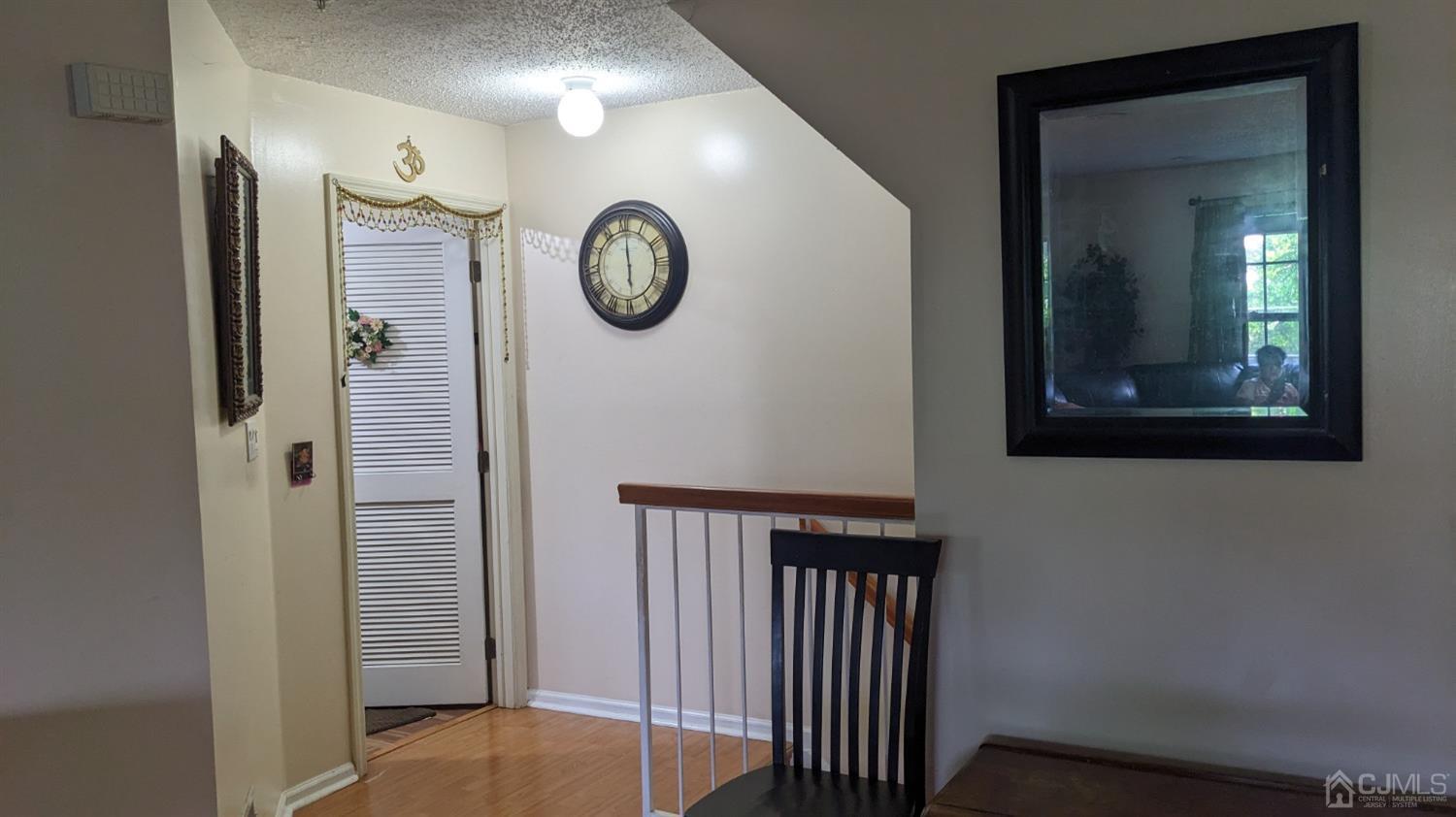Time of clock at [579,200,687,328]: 6:00
